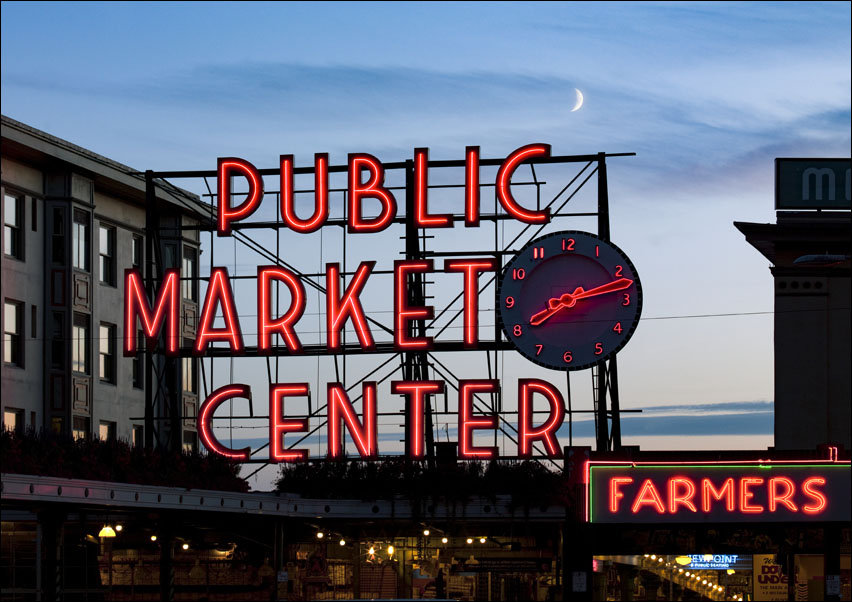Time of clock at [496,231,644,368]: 8:13
